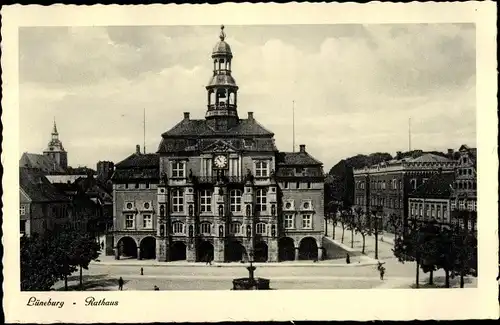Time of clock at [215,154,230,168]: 10:52
